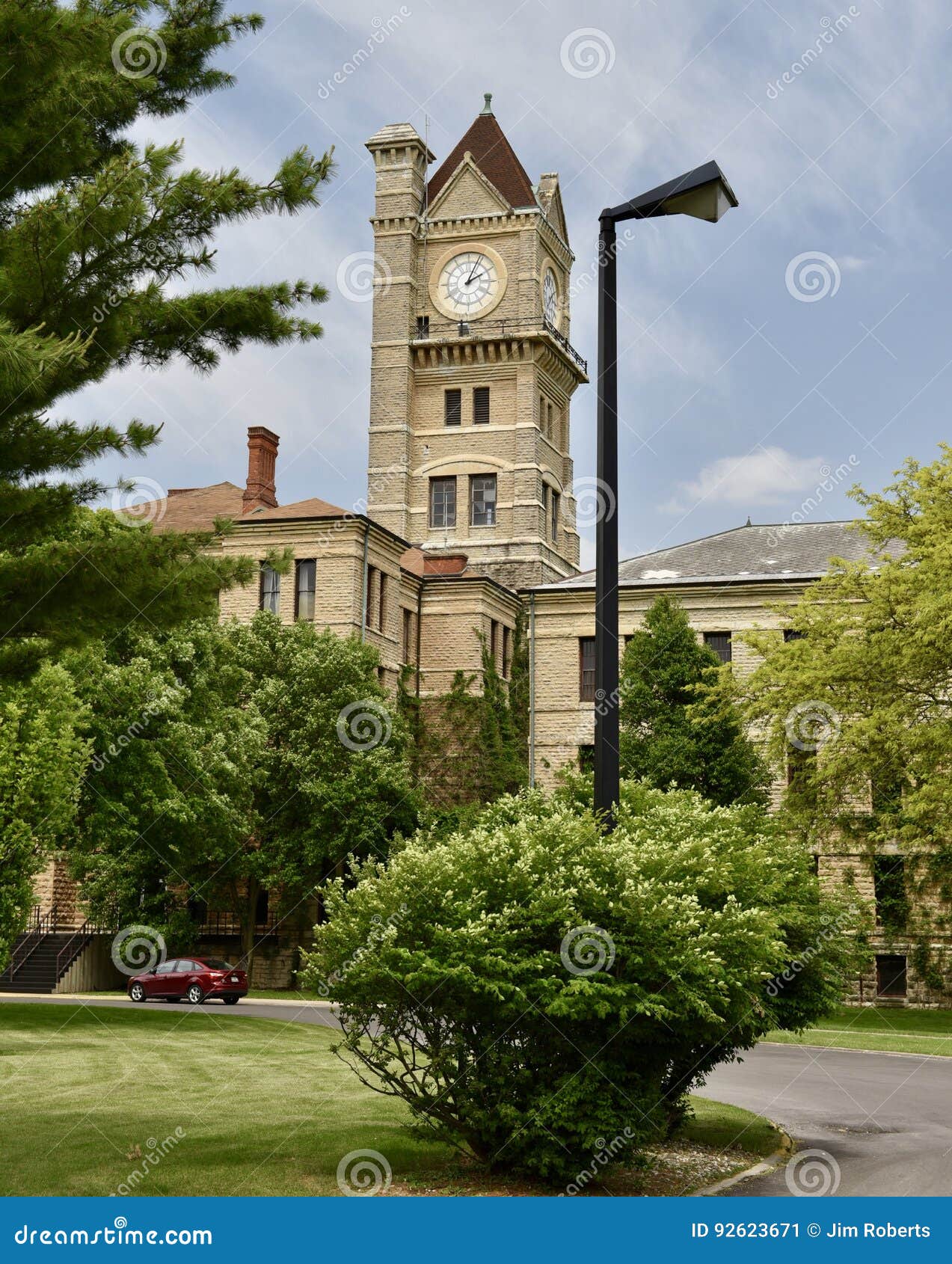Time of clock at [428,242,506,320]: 2:04
